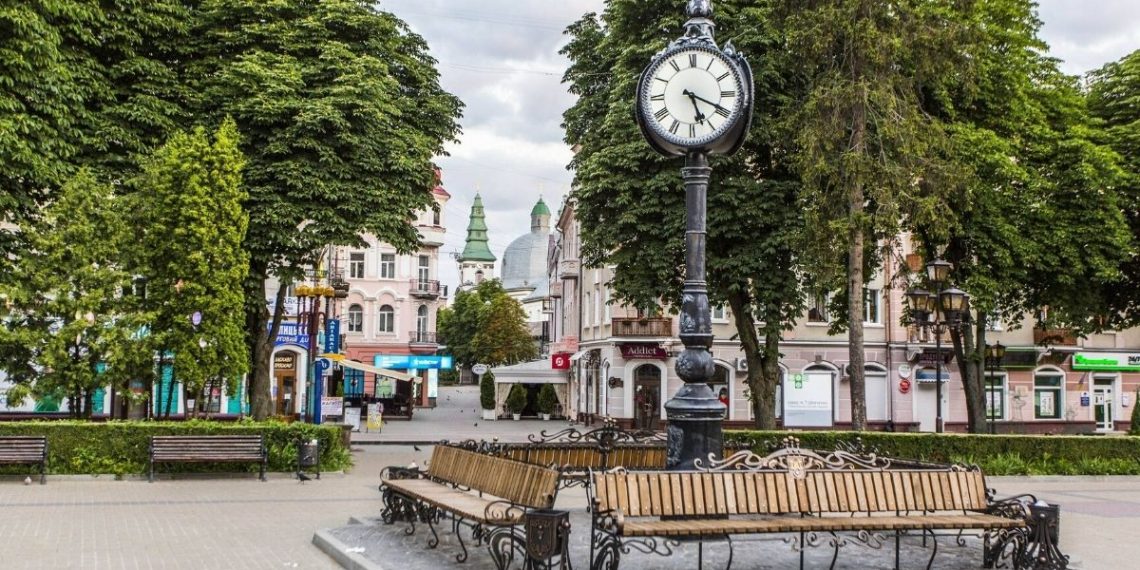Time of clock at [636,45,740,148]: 5:19
